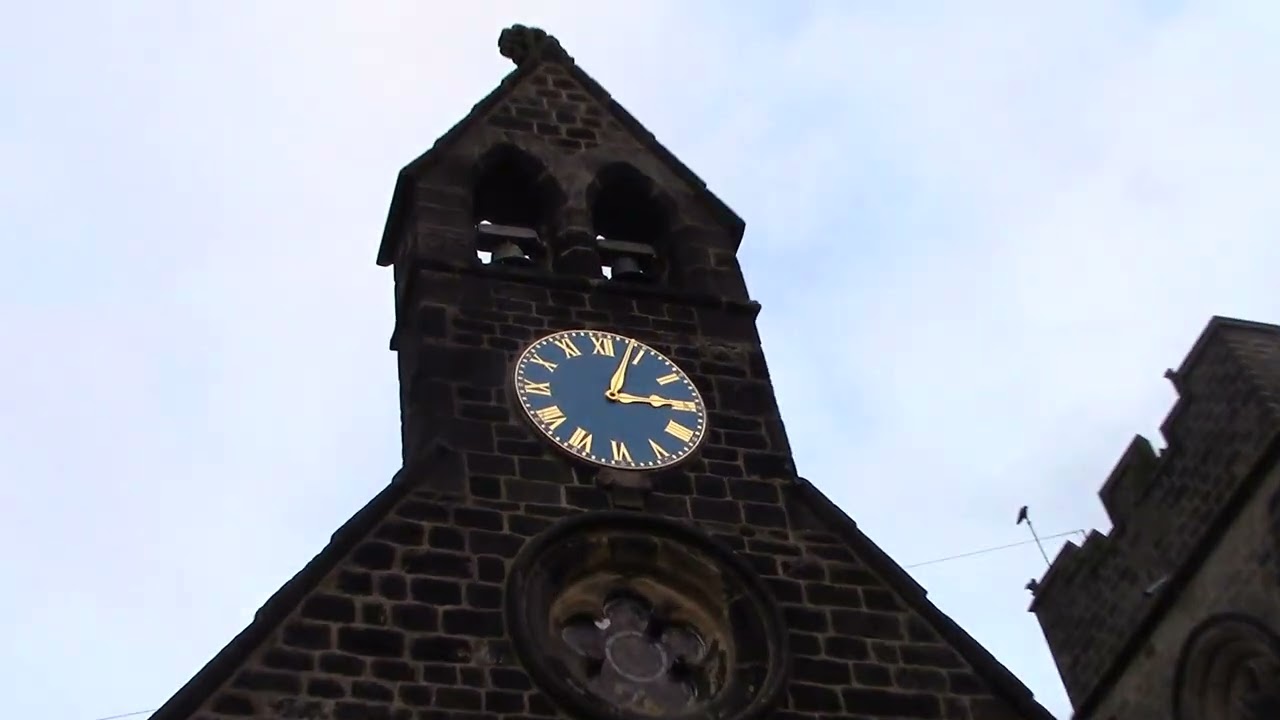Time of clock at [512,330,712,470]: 3:03
